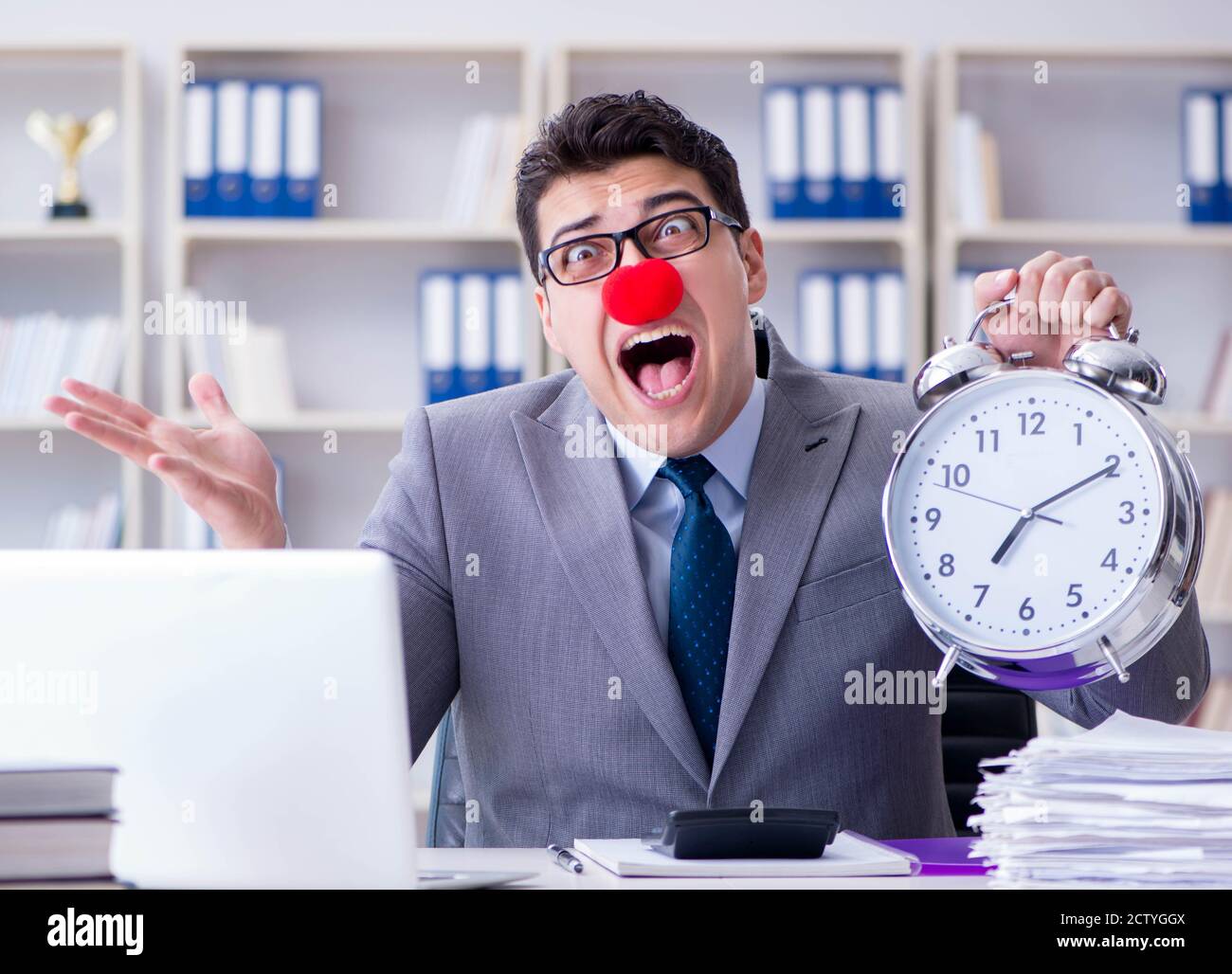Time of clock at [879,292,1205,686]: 7:10
